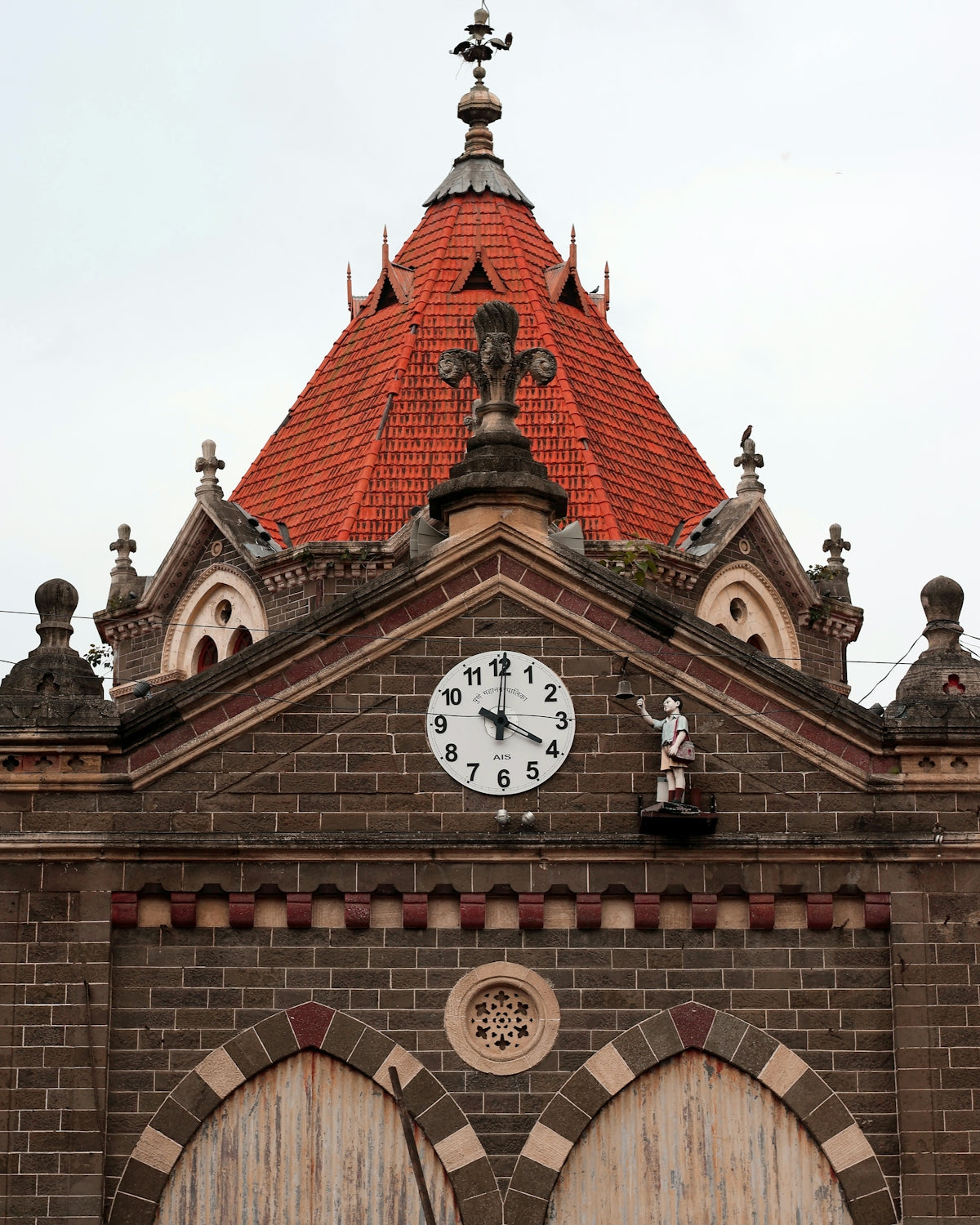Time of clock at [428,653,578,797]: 4:00
